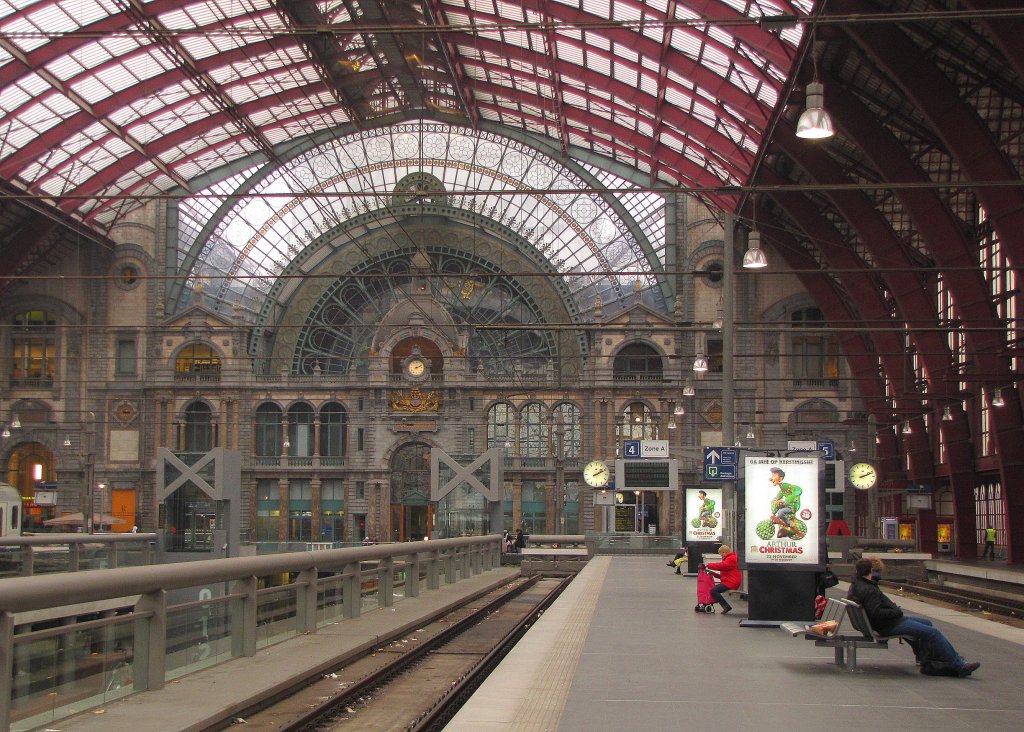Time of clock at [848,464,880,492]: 2:11
